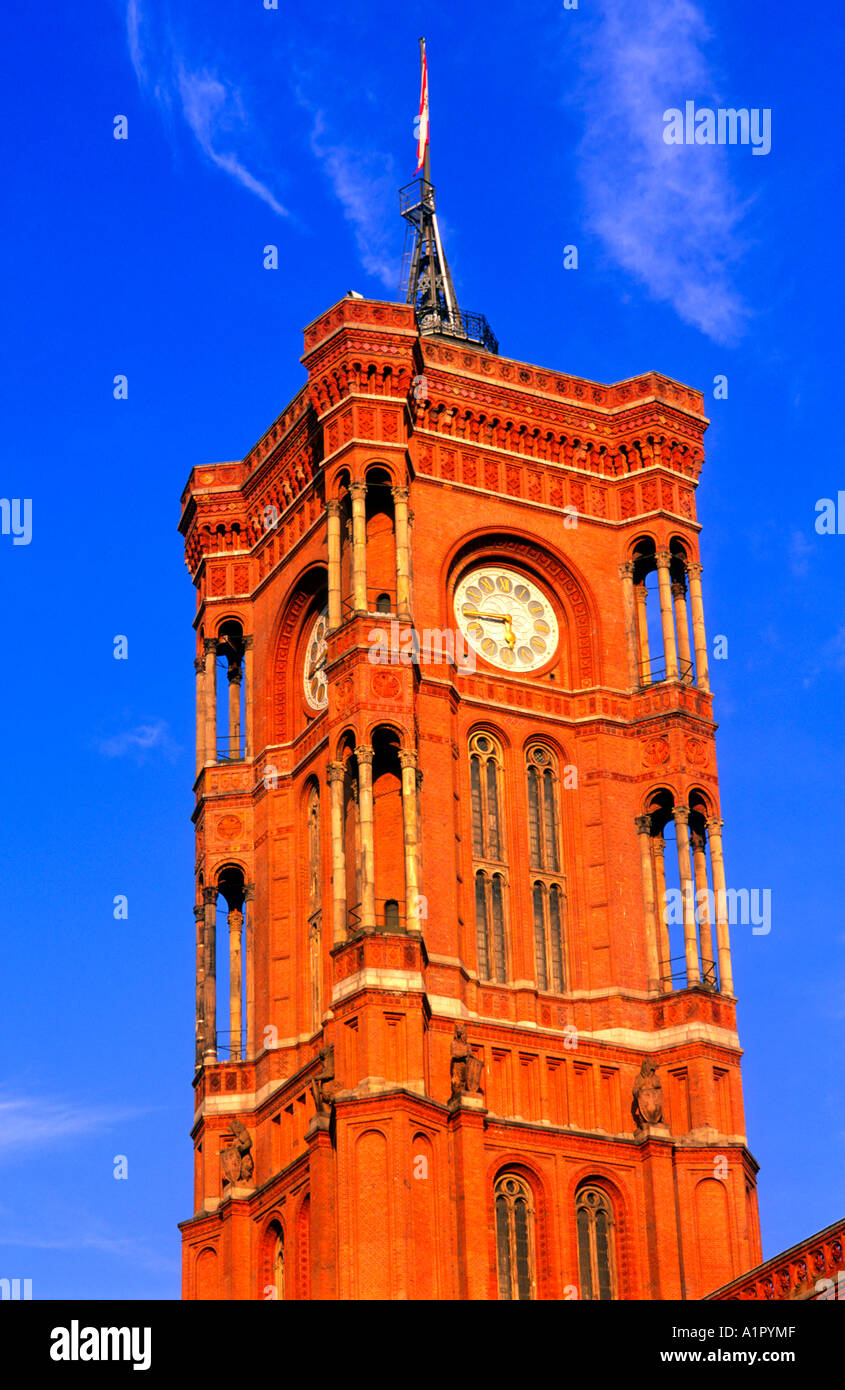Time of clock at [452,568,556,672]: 5:44
